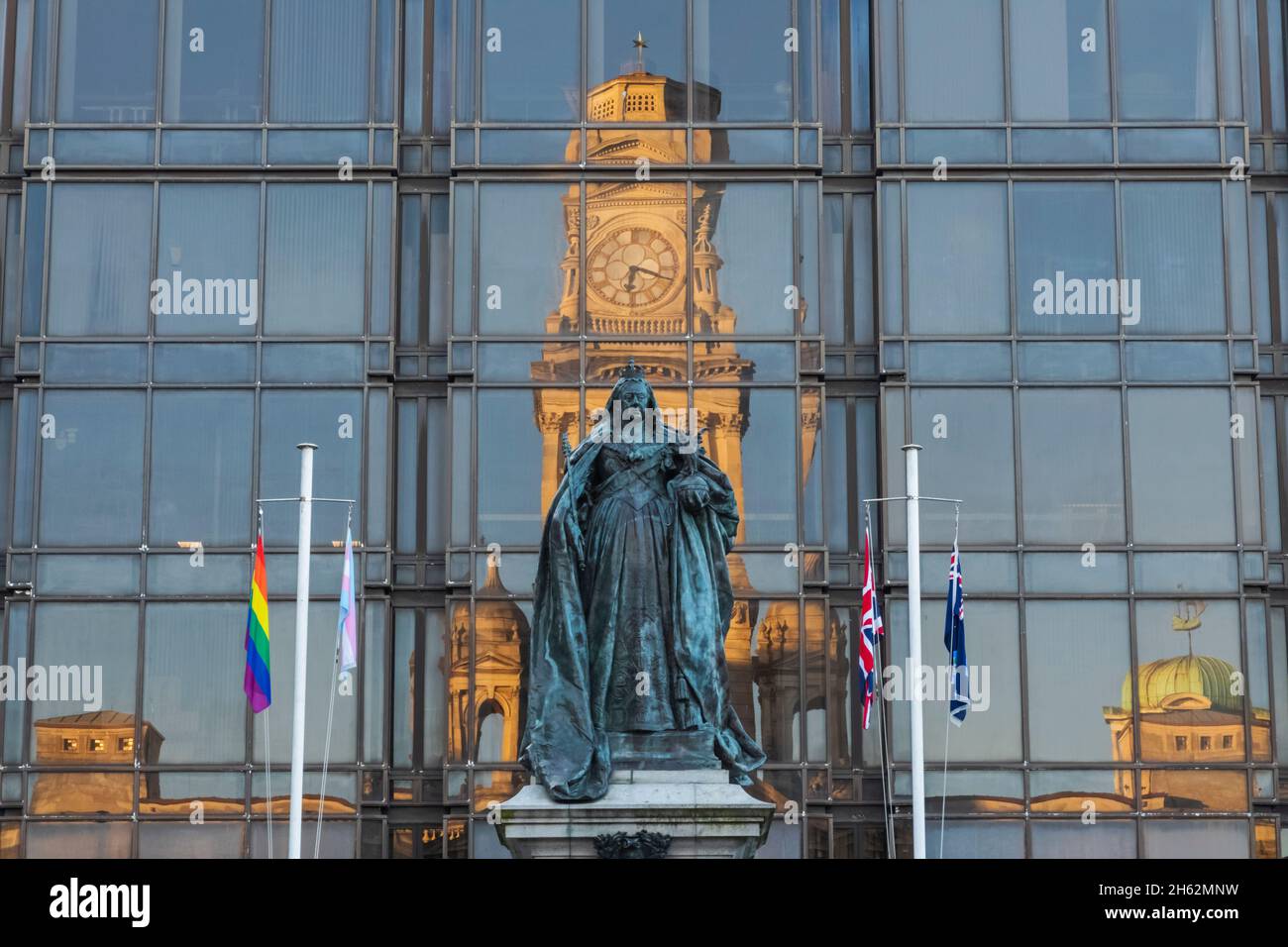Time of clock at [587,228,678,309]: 6:18
